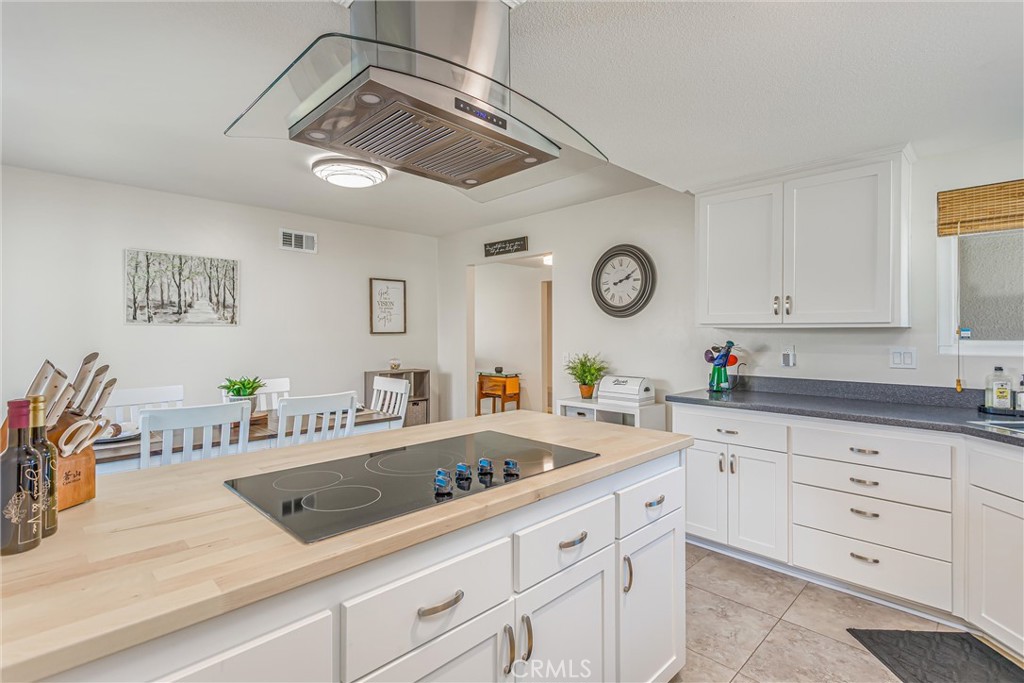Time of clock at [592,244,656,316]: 2:09
